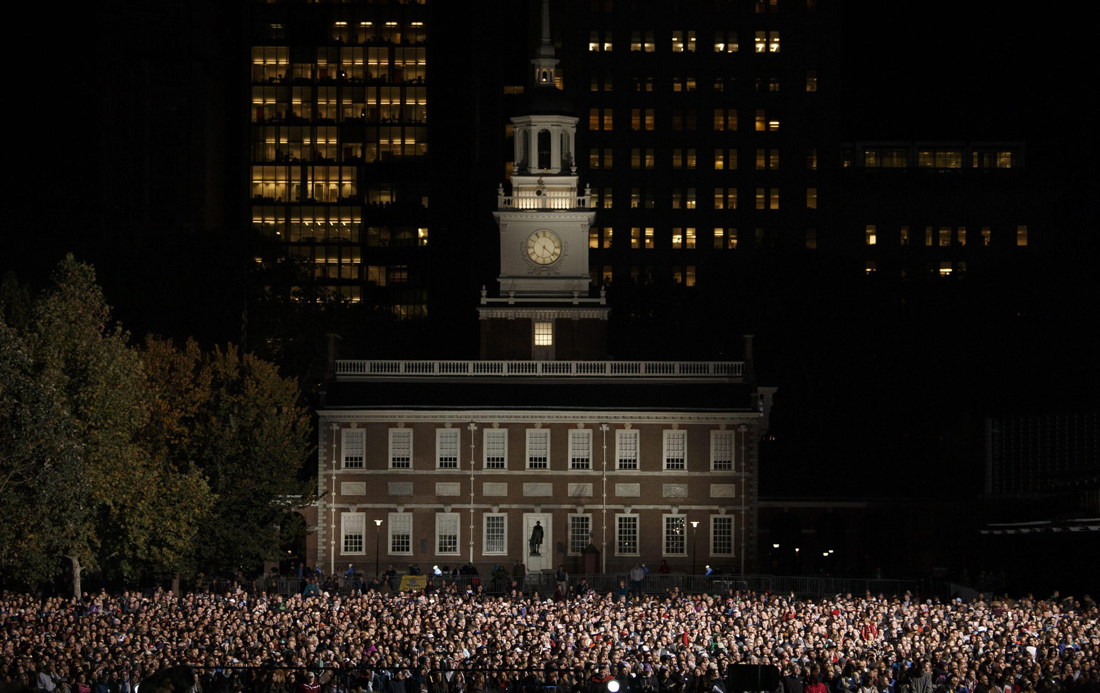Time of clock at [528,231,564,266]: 6:21
